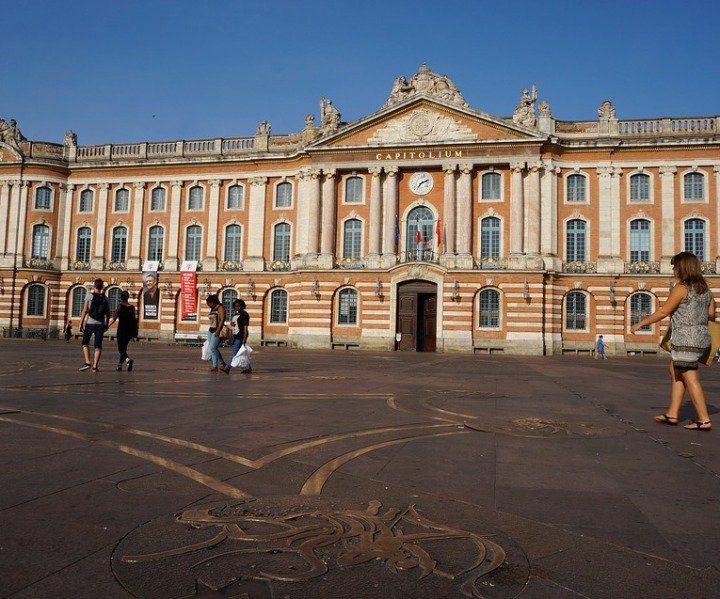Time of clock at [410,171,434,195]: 7:11
